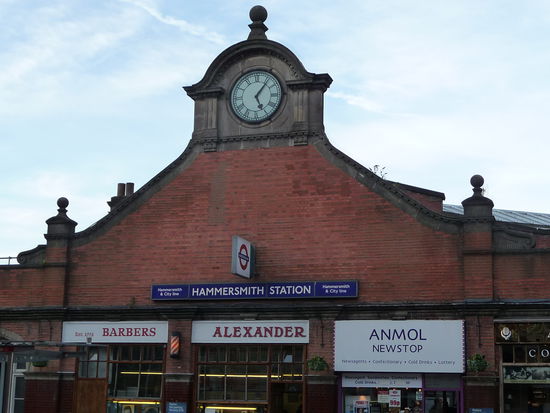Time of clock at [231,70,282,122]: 5:06
